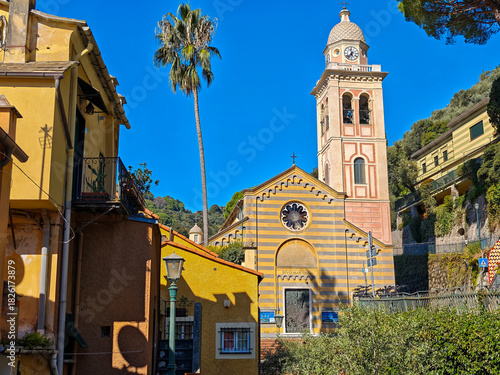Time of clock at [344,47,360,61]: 11:36
